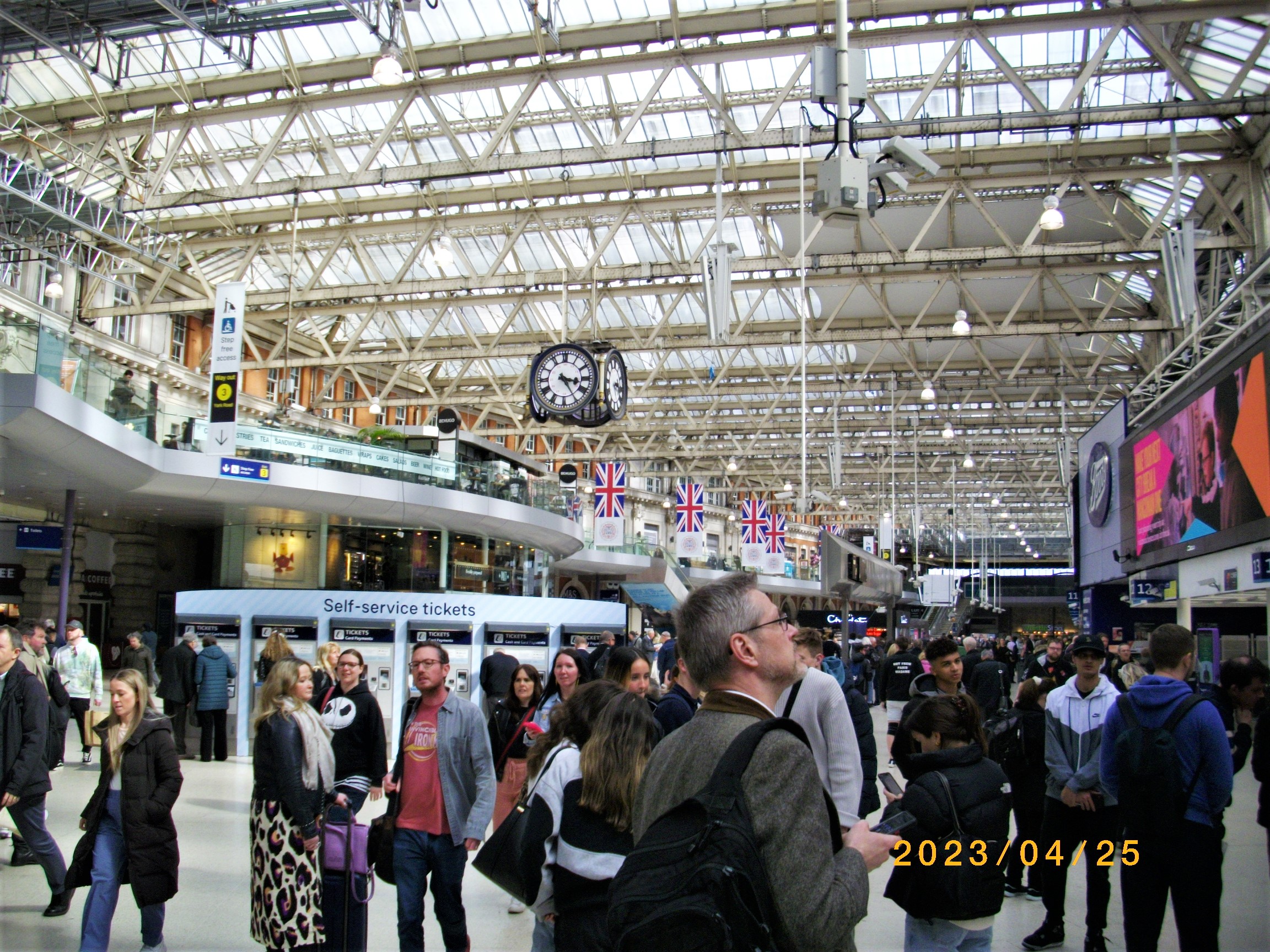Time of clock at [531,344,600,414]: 3:24
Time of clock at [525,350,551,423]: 3:24
